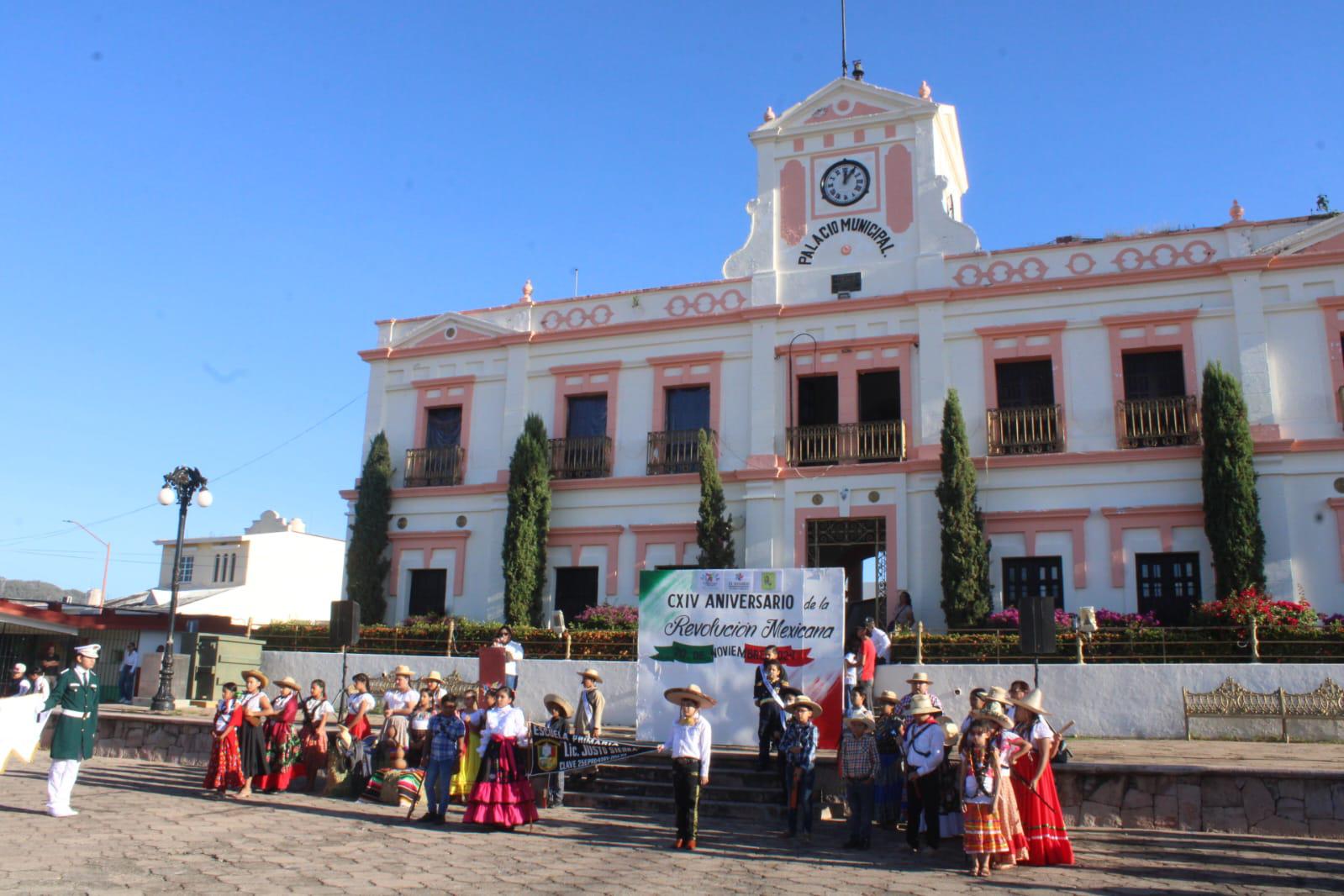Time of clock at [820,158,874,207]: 12:05
